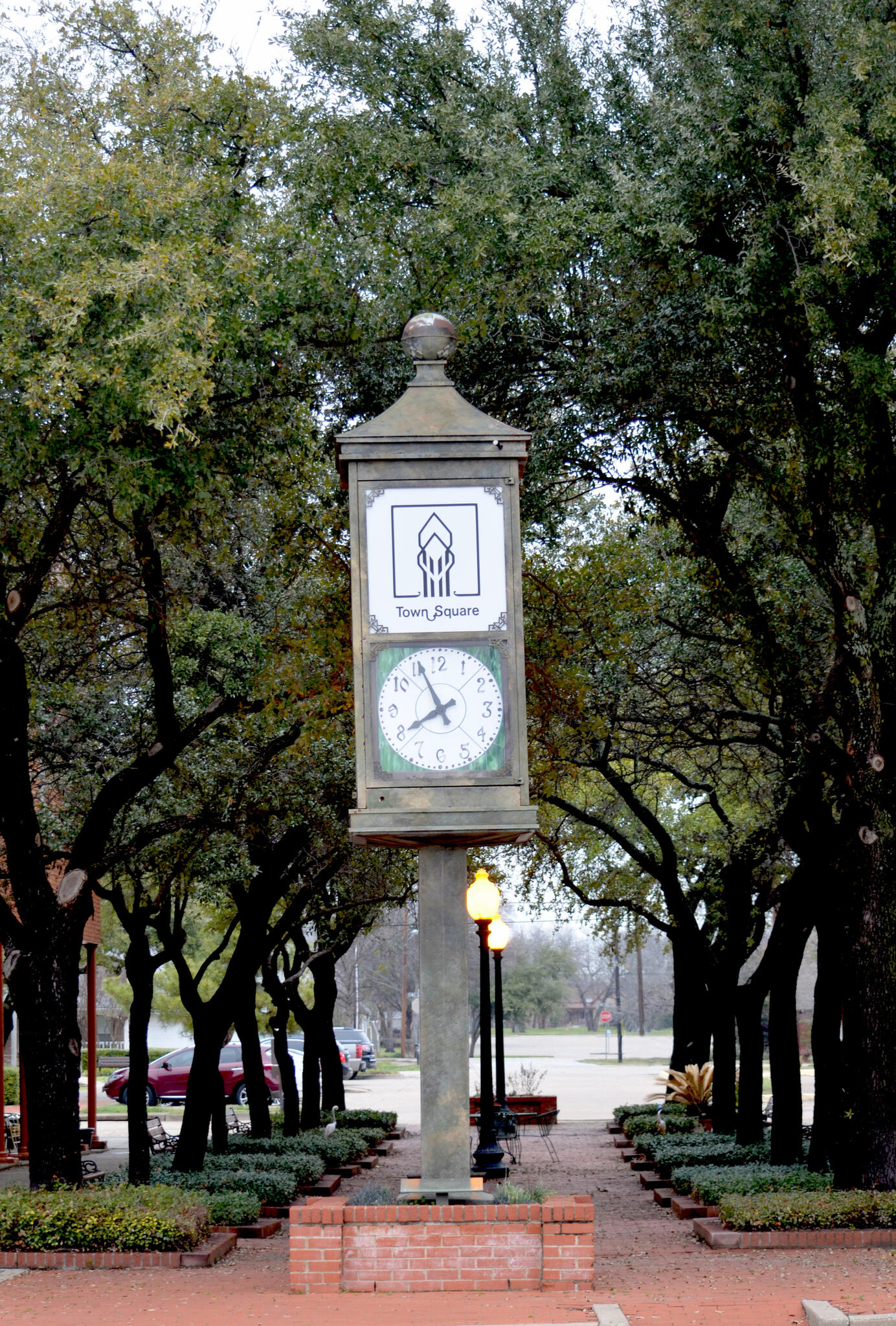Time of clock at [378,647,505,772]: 7:55
